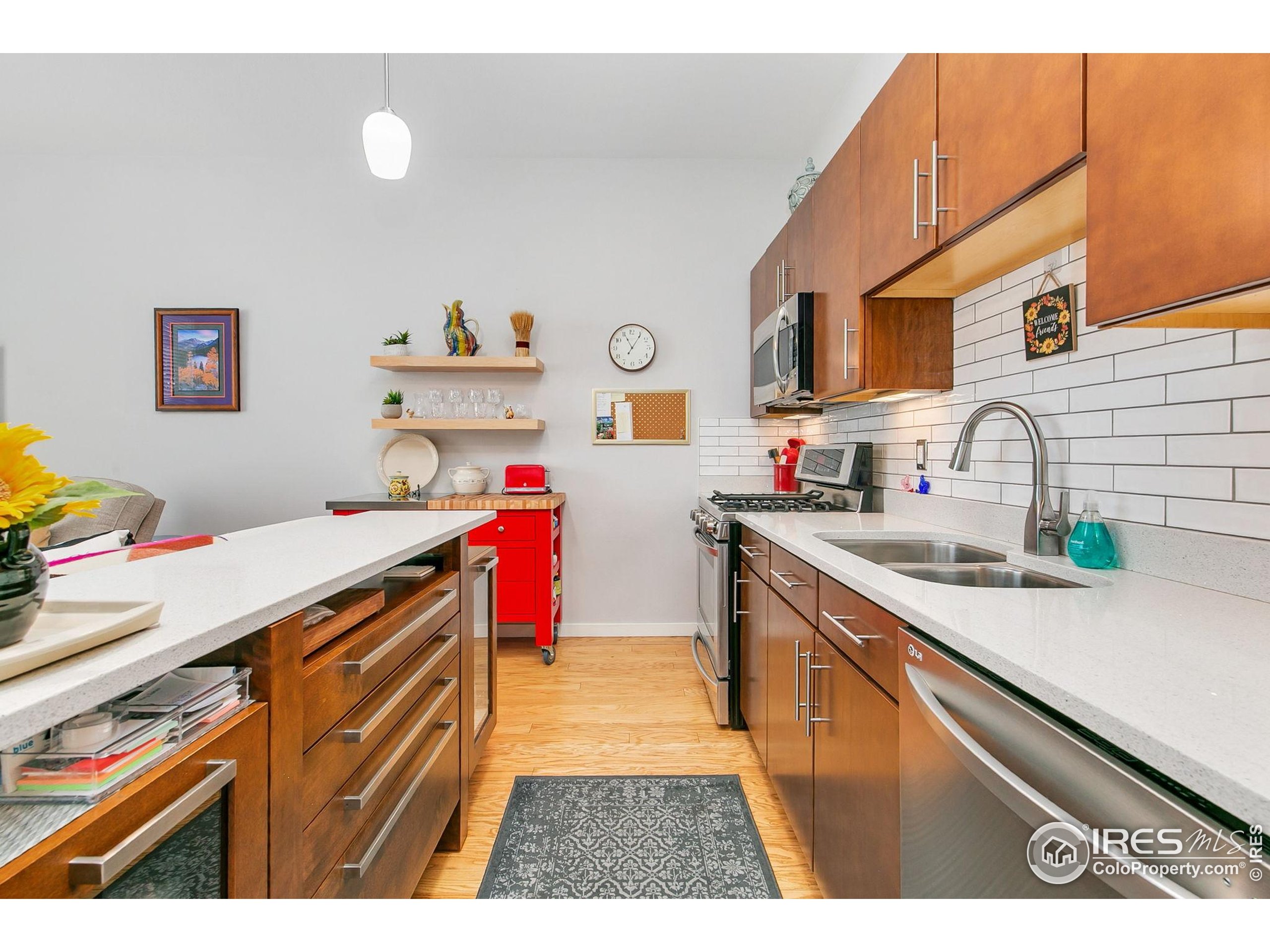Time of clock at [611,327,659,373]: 11:05
